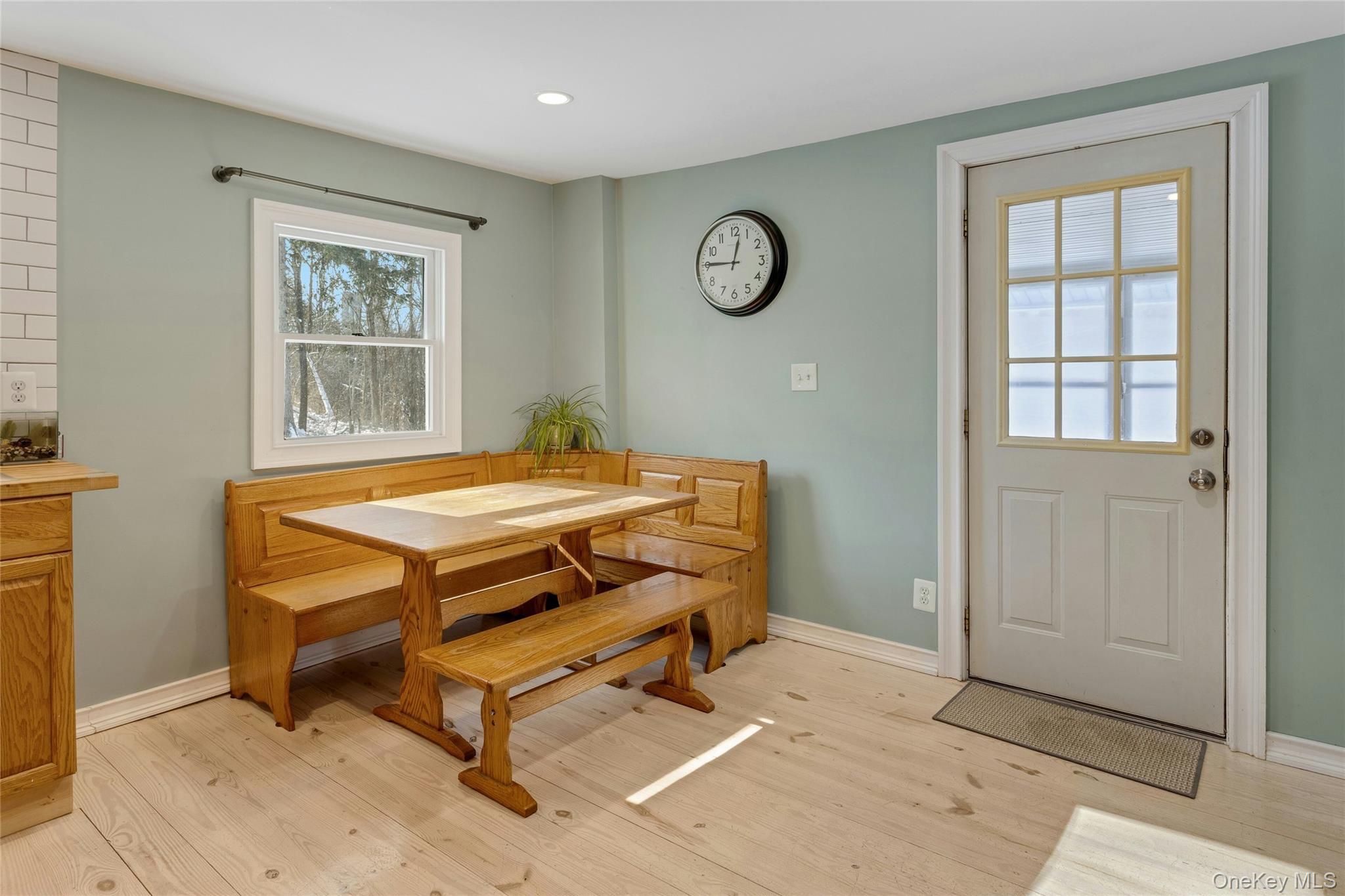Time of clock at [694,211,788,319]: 12:45
